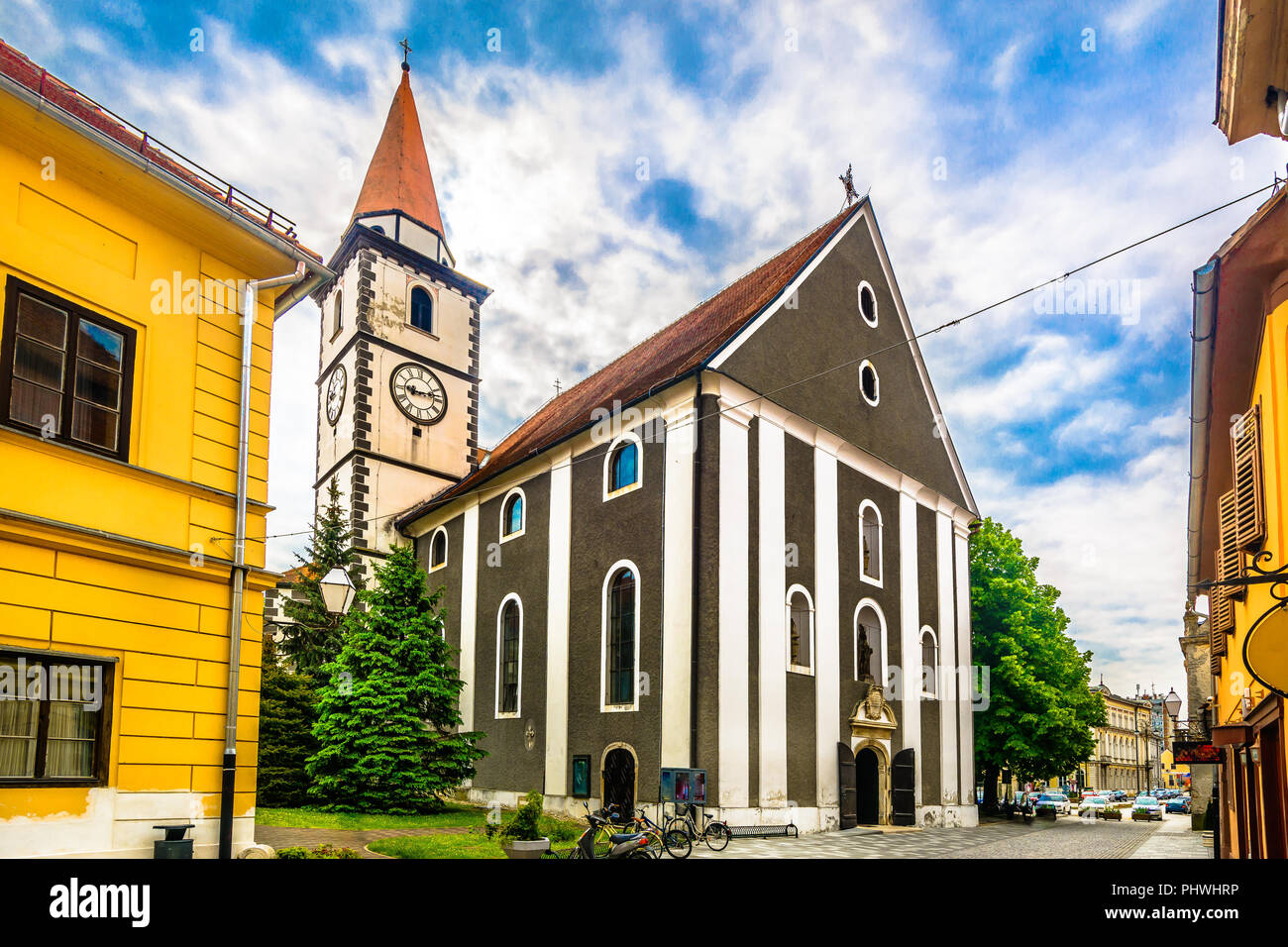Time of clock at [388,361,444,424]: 9:13
